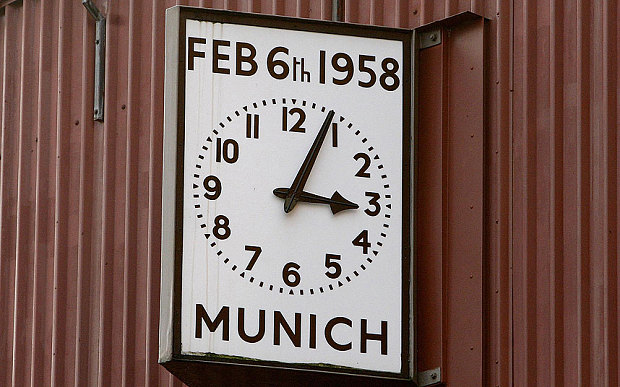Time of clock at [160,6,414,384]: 3:04
